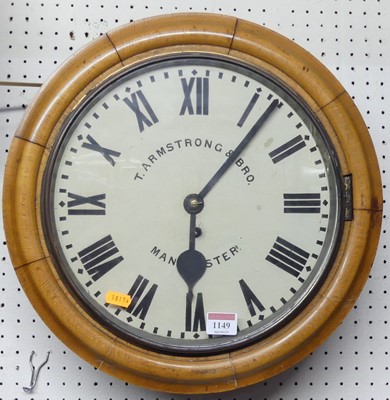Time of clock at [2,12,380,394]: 6:06
